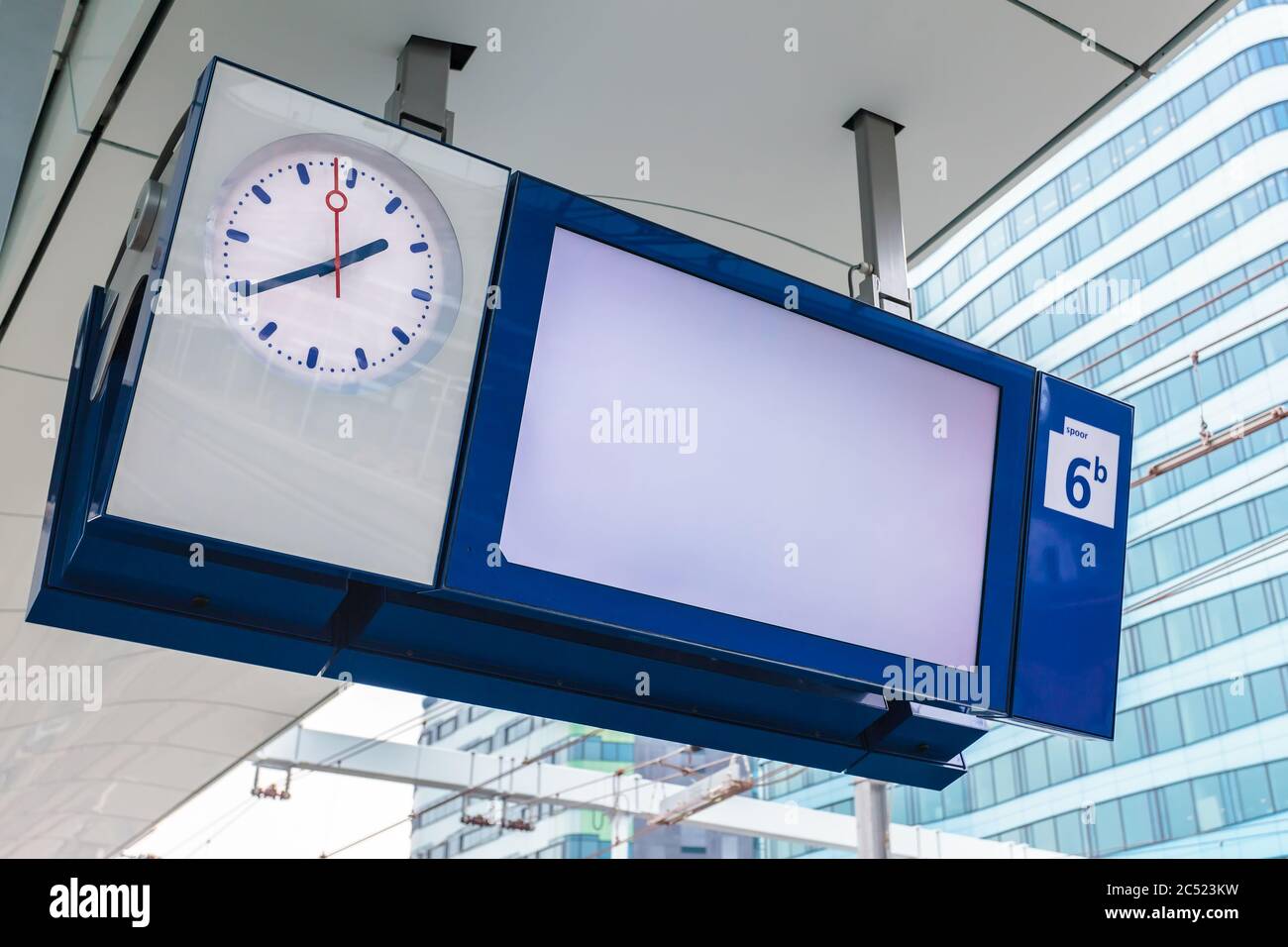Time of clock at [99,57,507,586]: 1:39
